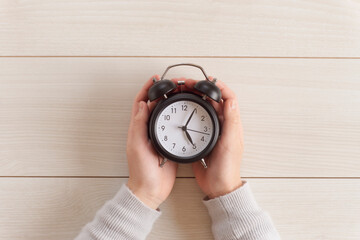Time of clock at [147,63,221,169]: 5:04
